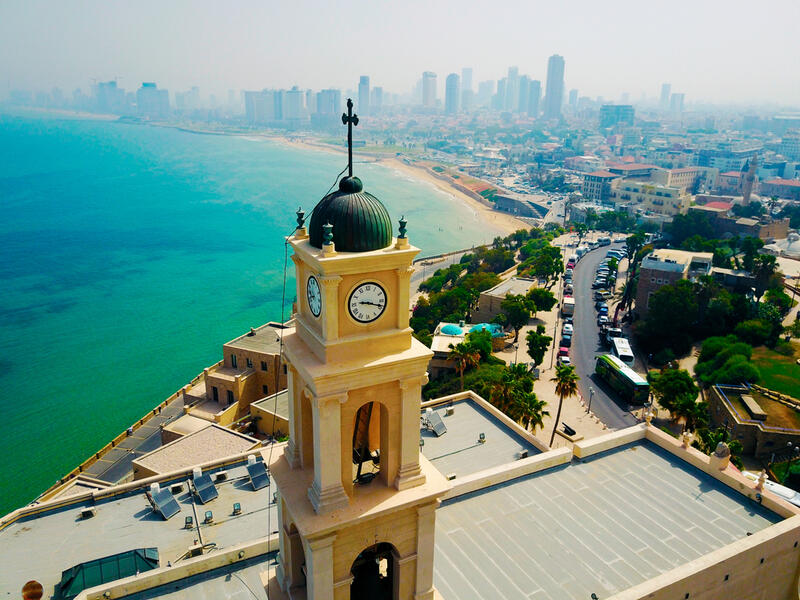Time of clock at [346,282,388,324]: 9:18
